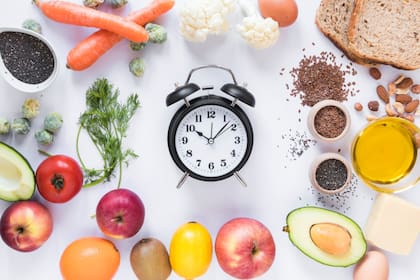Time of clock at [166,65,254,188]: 10:07
